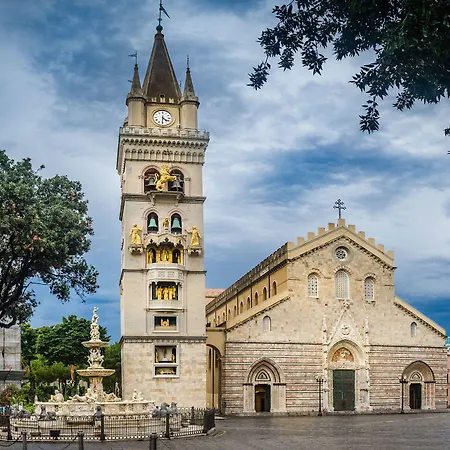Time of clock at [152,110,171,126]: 4:30
